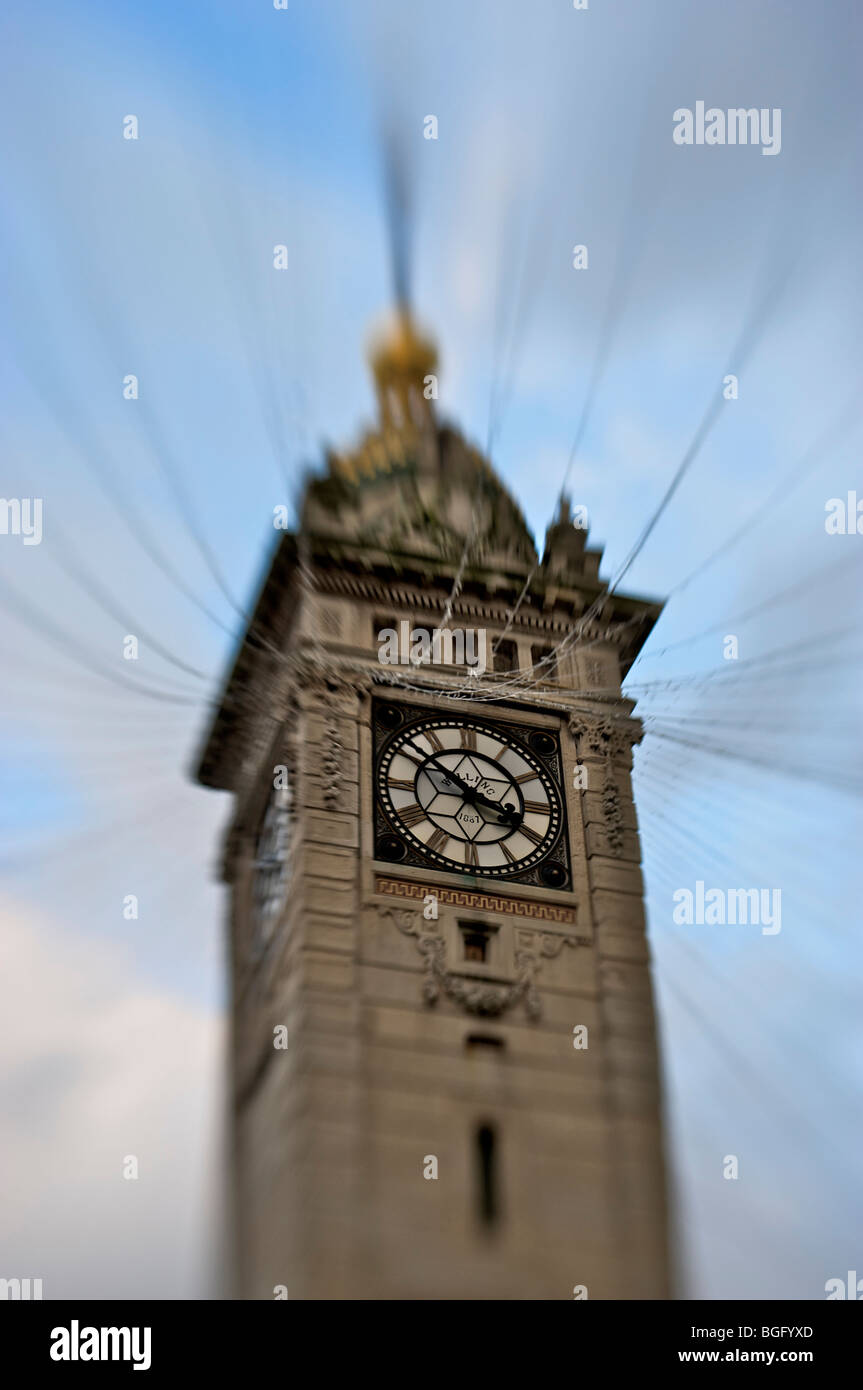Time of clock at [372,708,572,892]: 3:51
